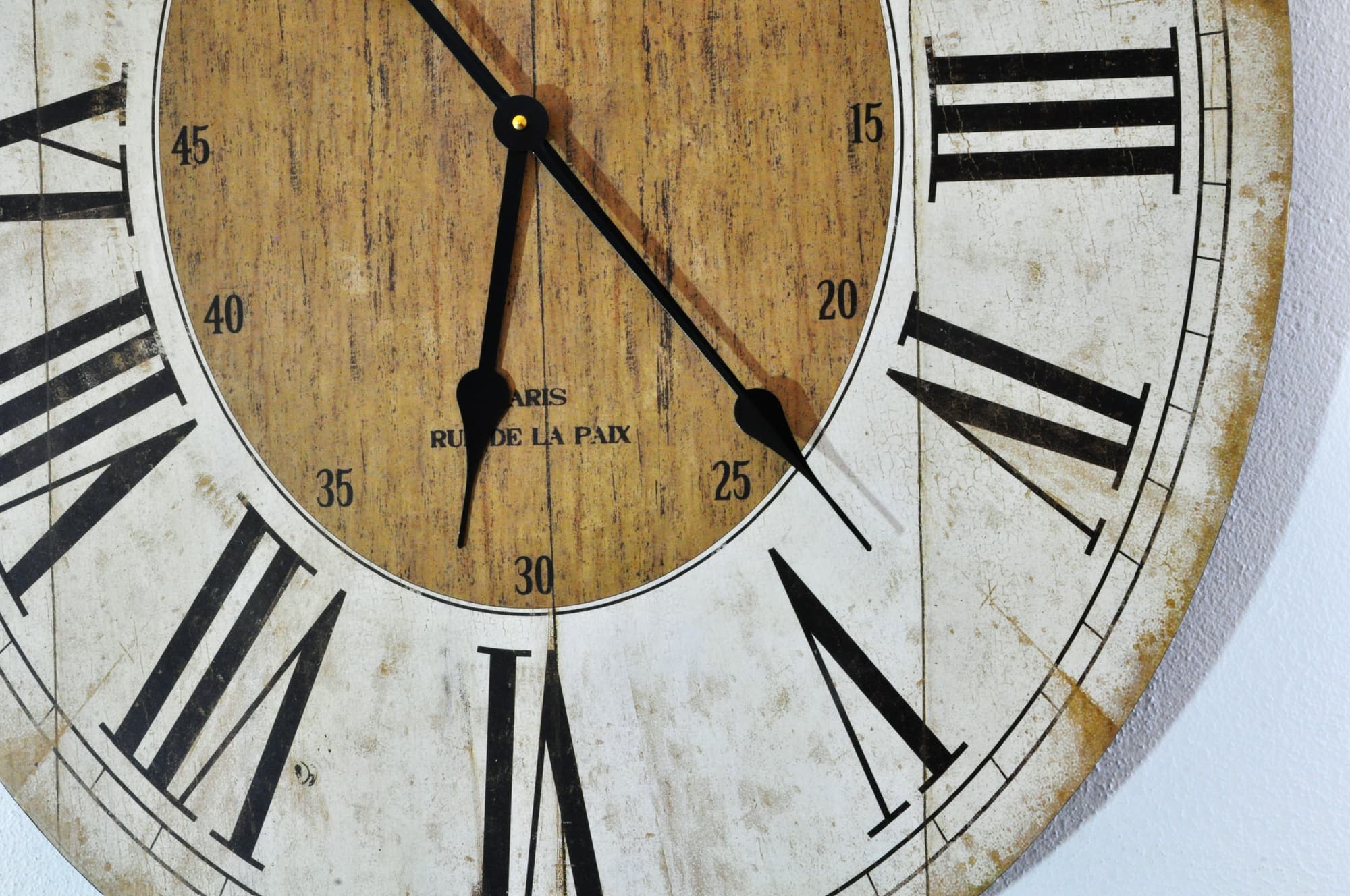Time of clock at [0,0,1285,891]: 6:23
